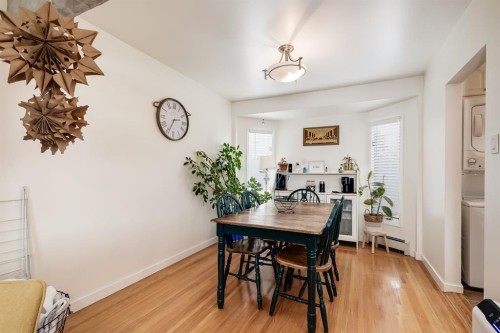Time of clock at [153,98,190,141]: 2:34
